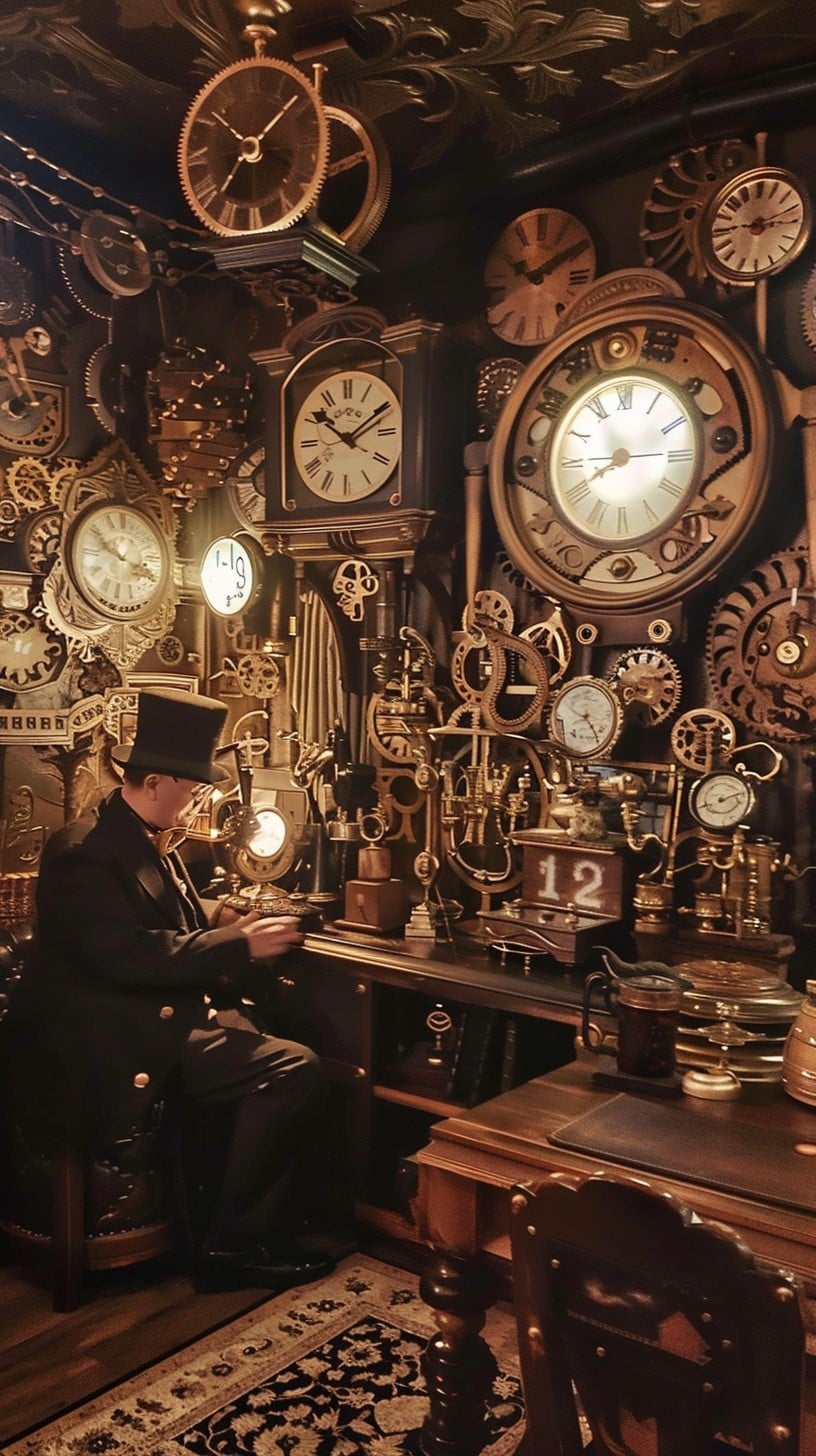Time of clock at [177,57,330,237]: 10:07
